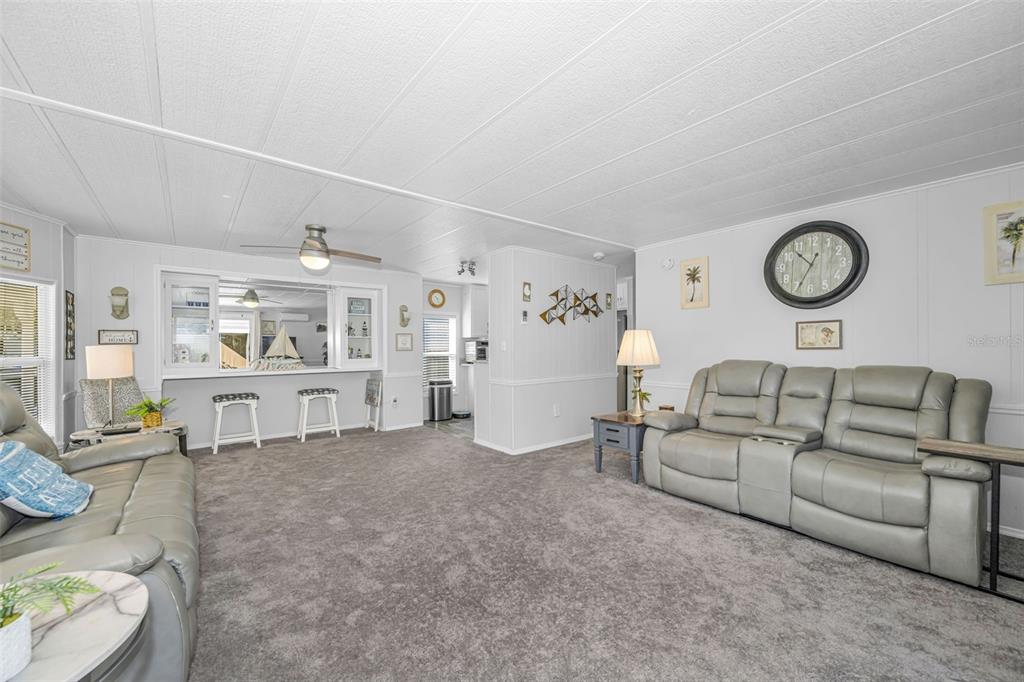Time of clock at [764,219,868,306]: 10:34
